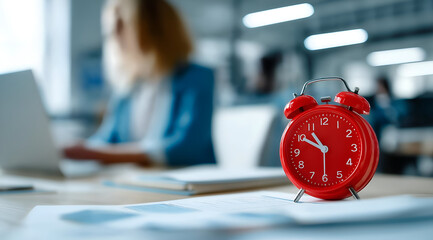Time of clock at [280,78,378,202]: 10:50
